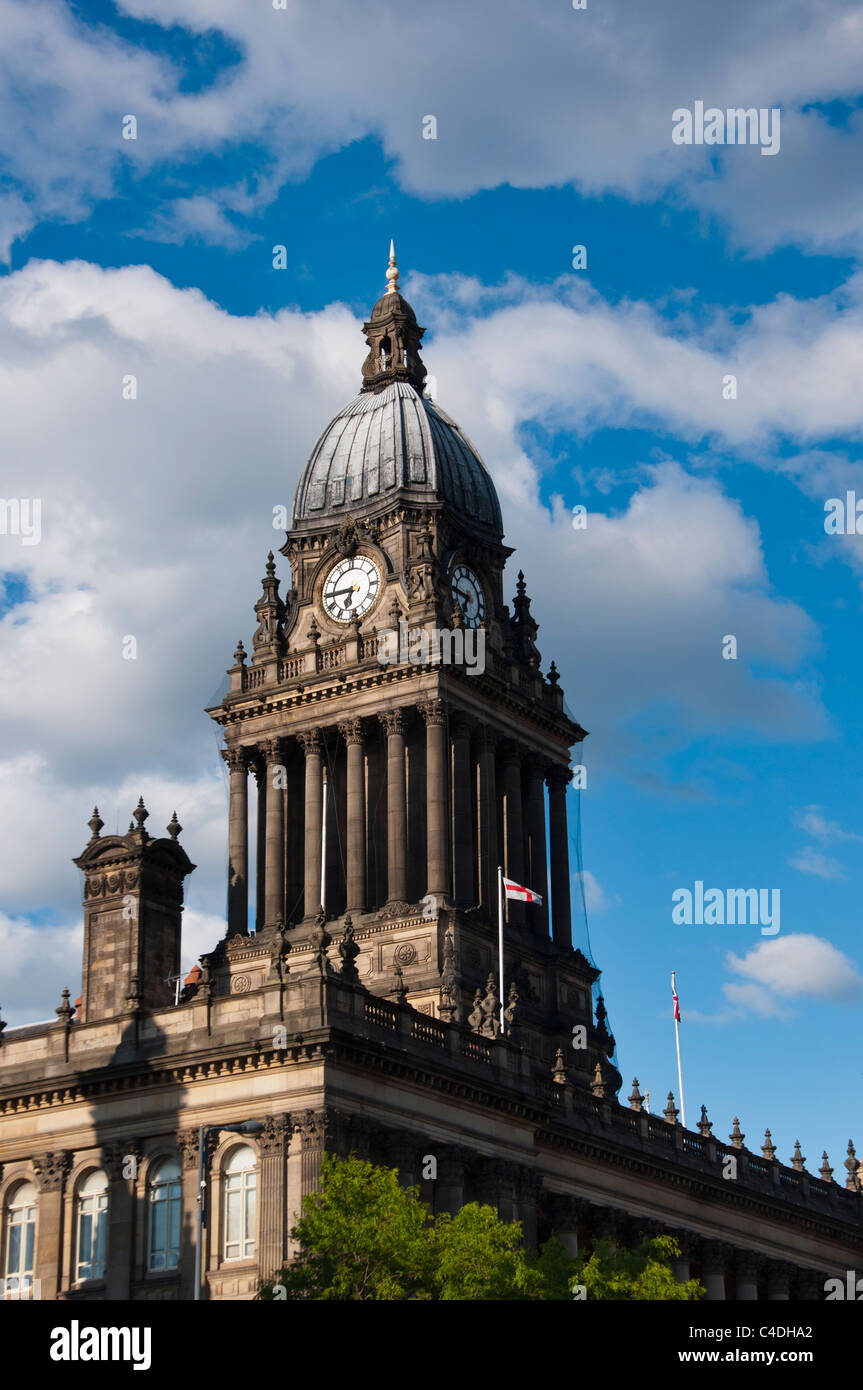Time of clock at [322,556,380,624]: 6:44
